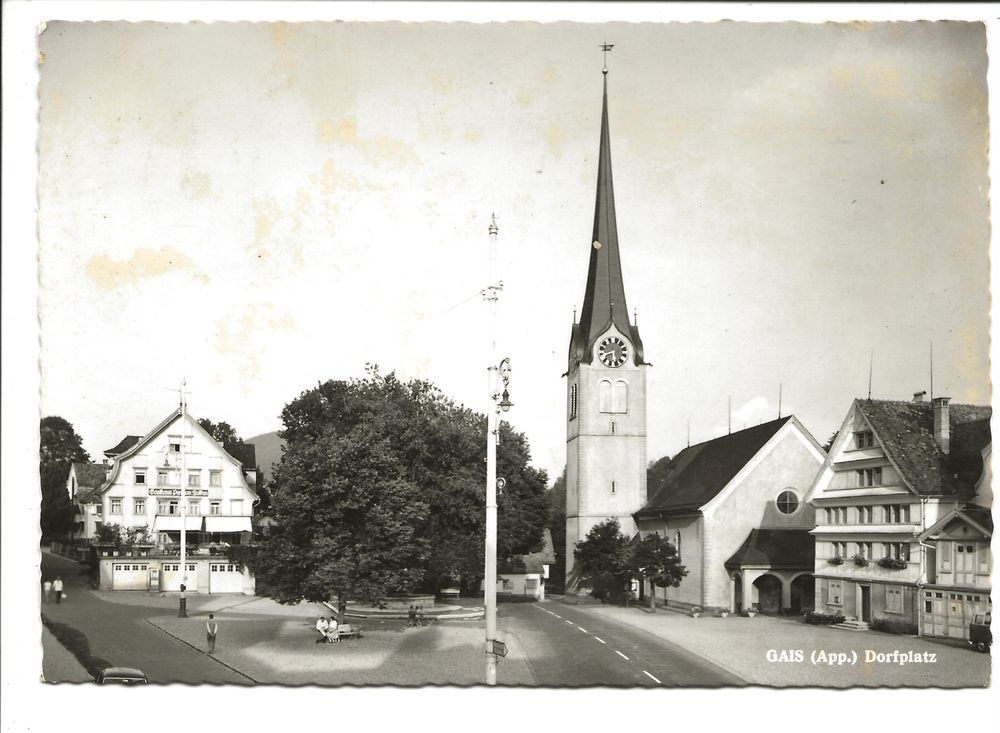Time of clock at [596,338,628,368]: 5:40
